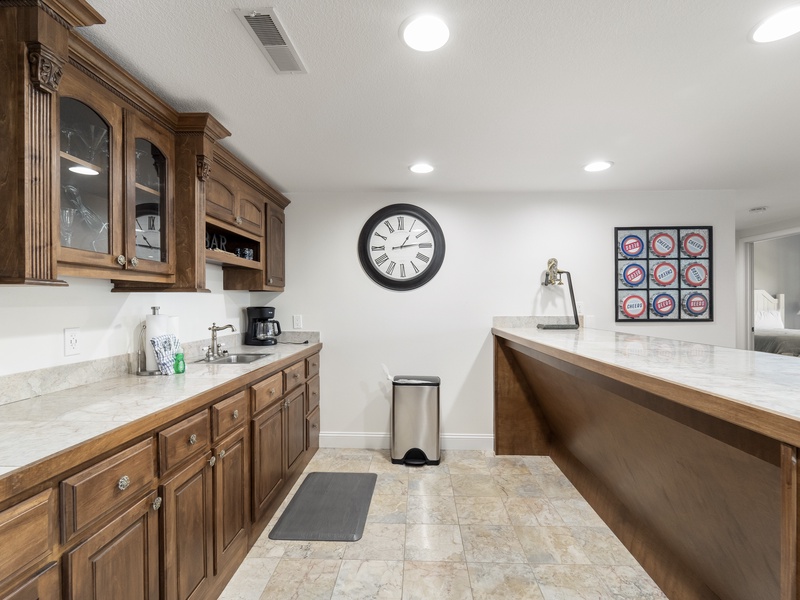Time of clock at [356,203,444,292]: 1:13
